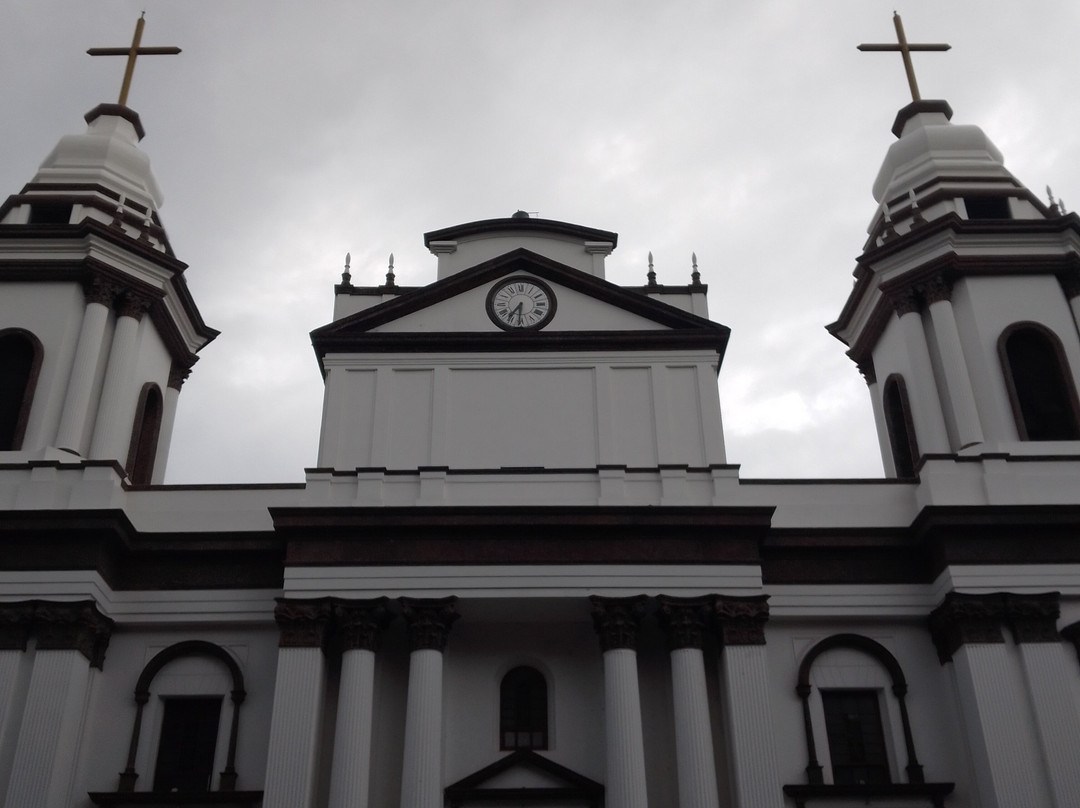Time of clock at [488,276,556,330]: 7:31
